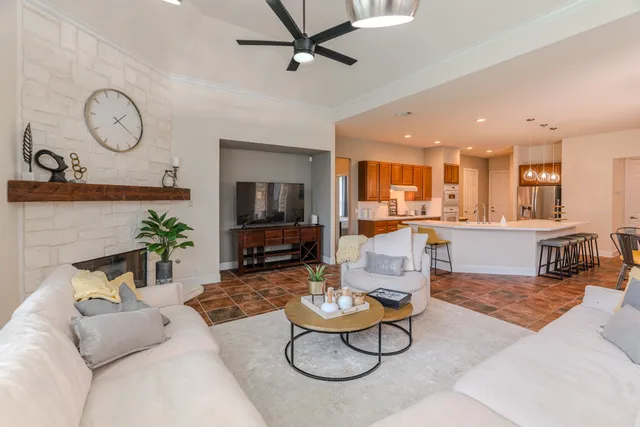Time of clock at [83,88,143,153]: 1:20
